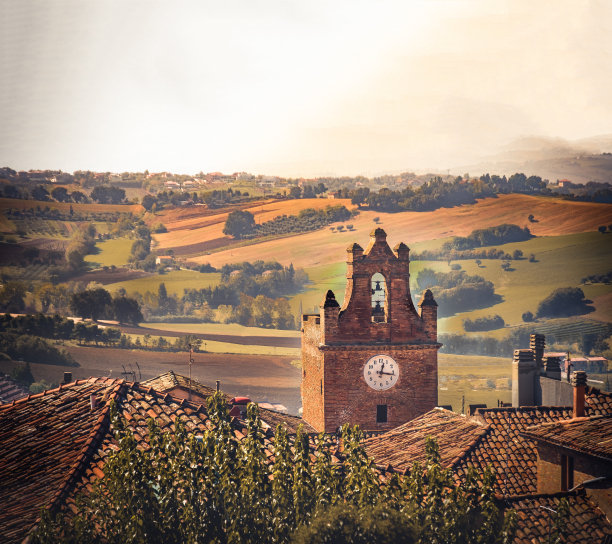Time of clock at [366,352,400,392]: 12:16
